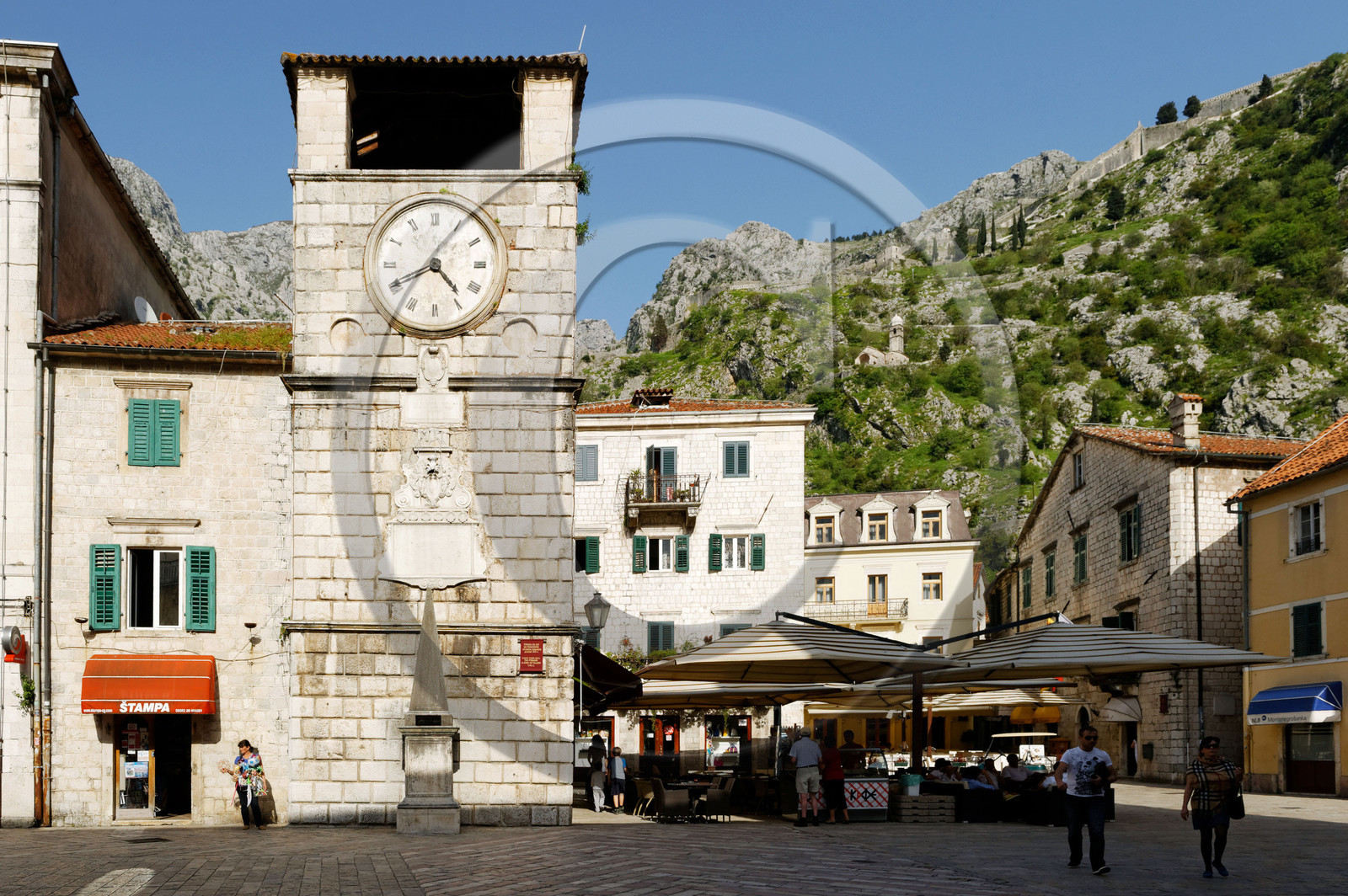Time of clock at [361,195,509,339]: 4:40
